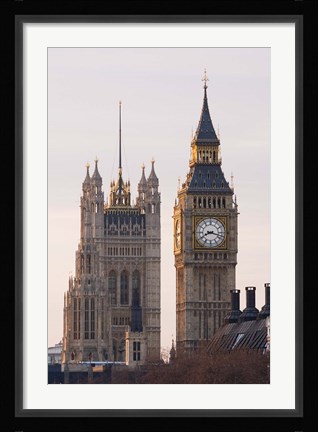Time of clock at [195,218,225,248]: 8:17
